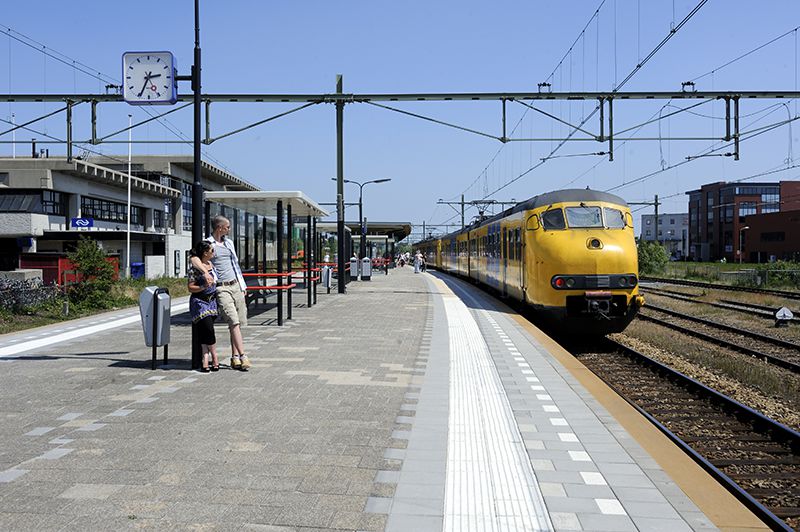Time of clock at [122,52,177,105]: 2:34
